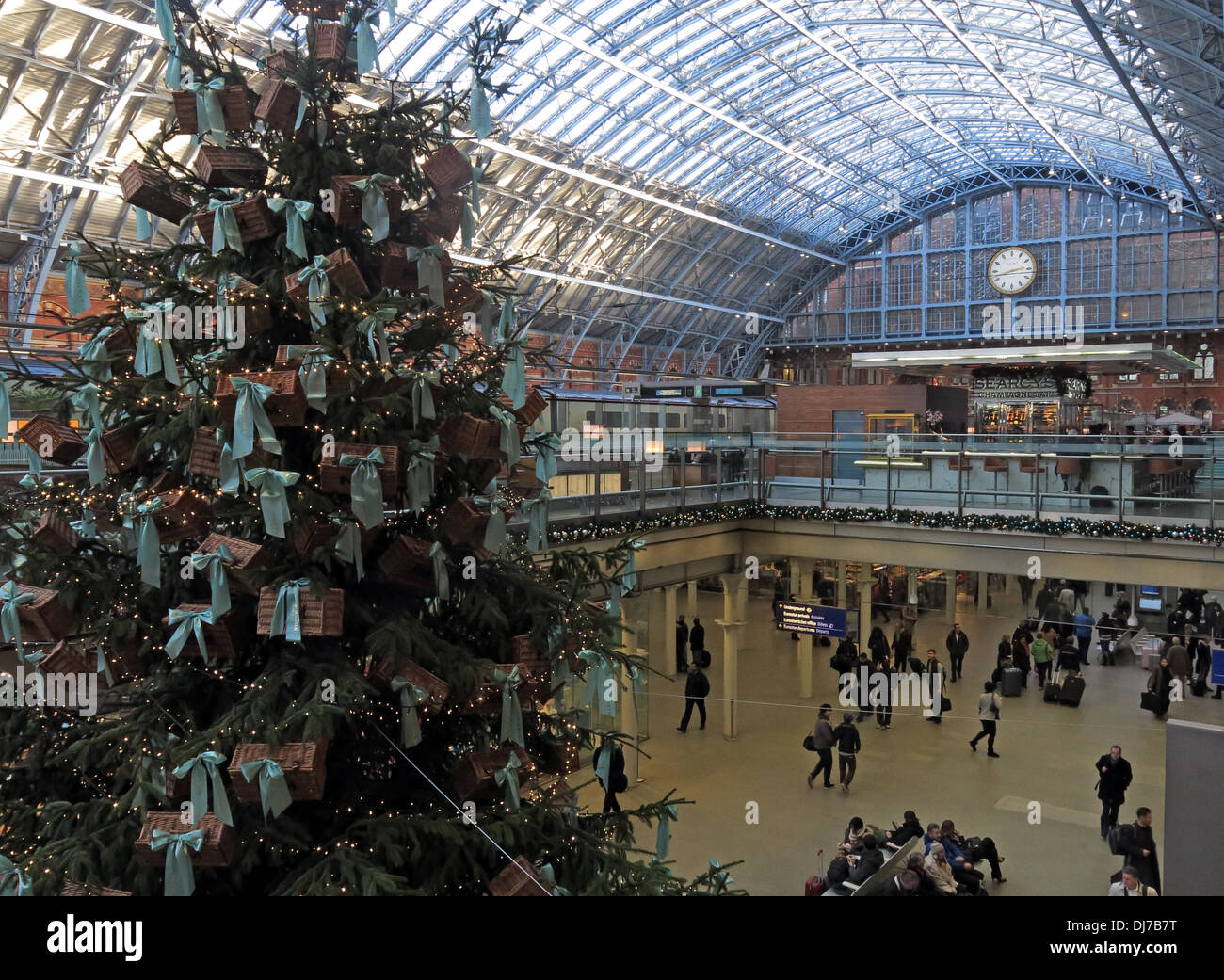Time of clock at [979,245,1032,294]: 2:42
